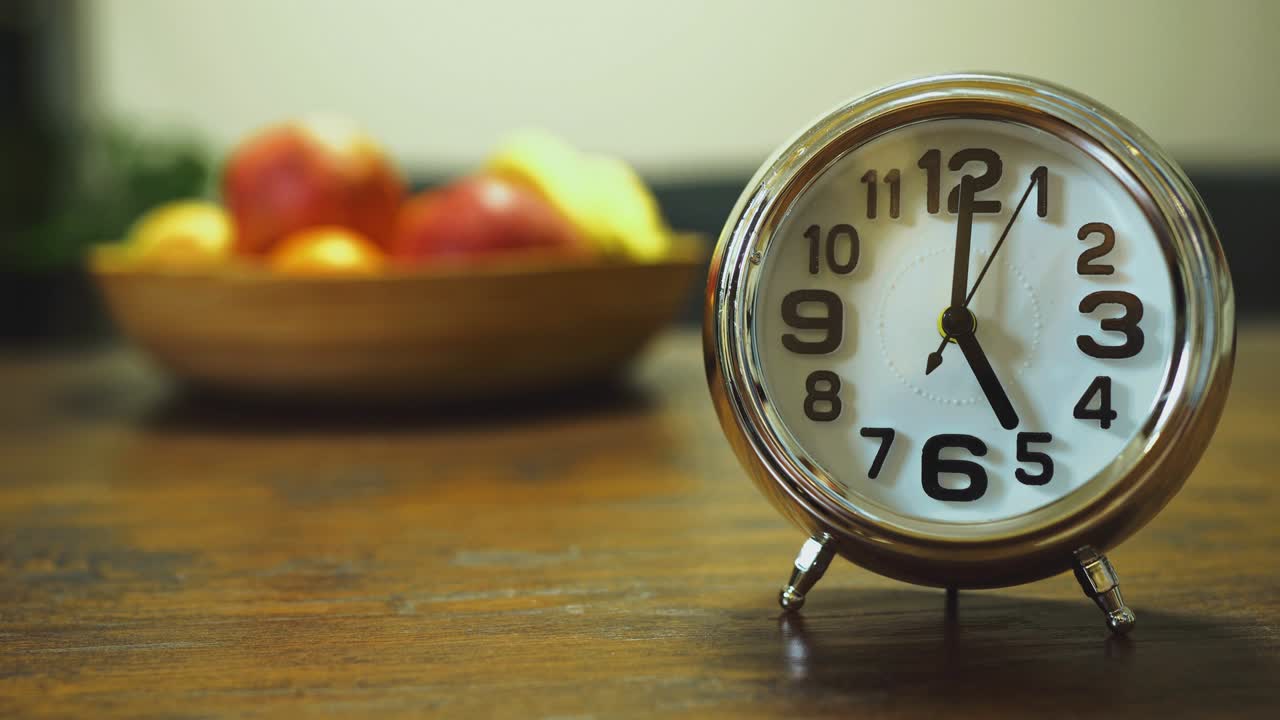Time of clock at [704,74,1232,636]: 5:00
